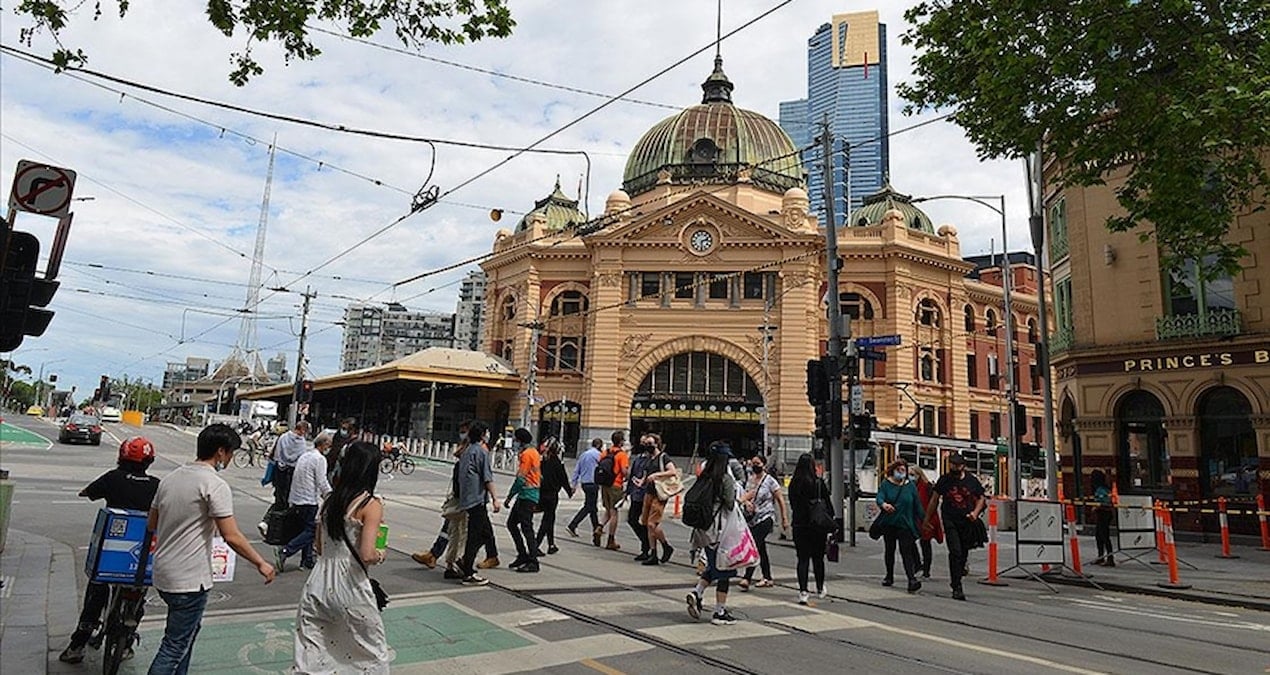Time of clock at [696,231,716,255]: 2:29
